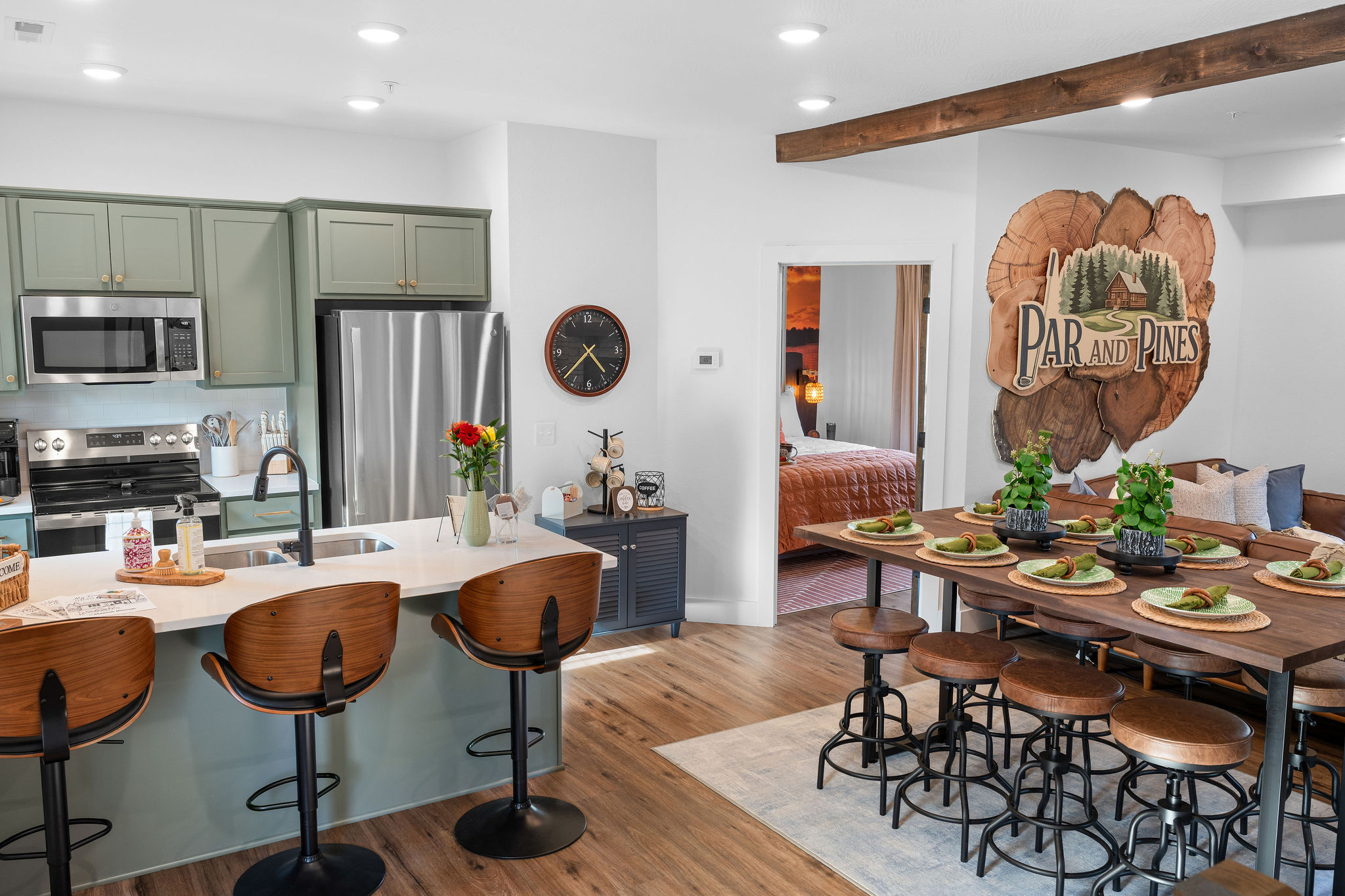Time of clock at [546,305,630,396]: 4:37
